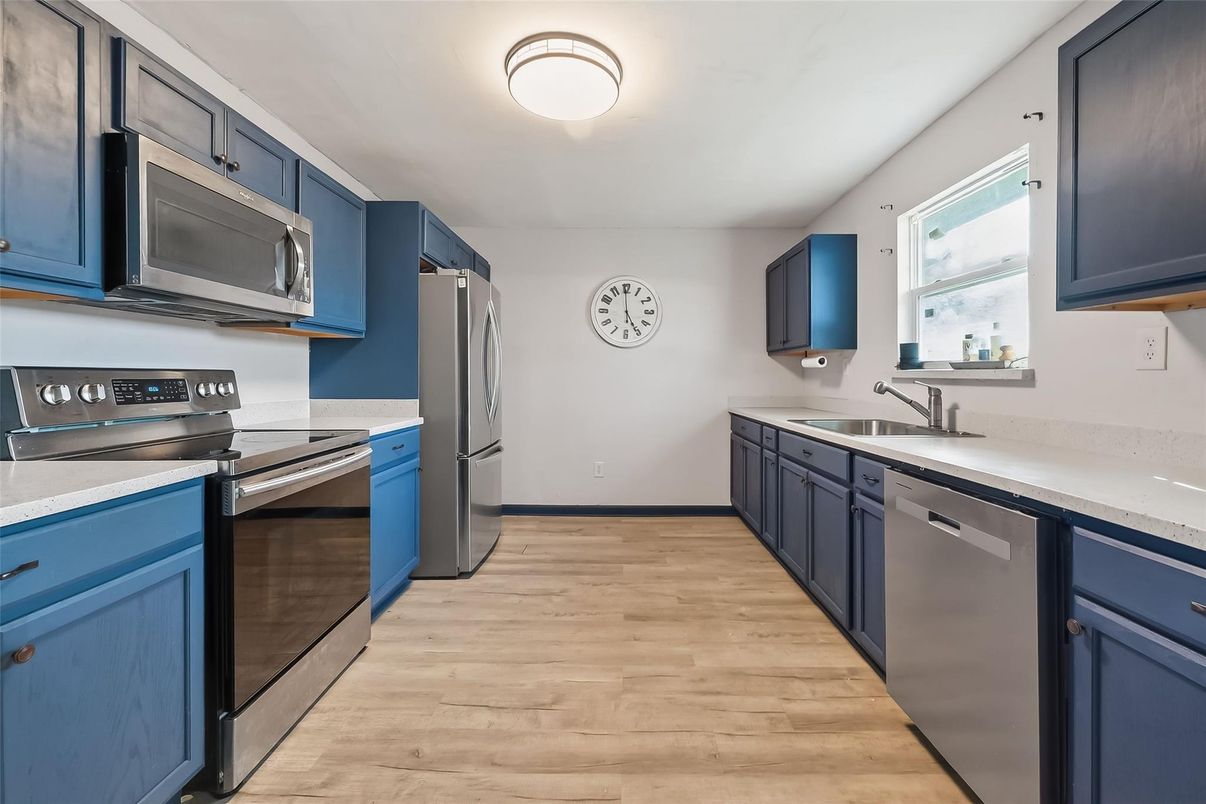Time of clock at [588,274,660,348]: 4:59
